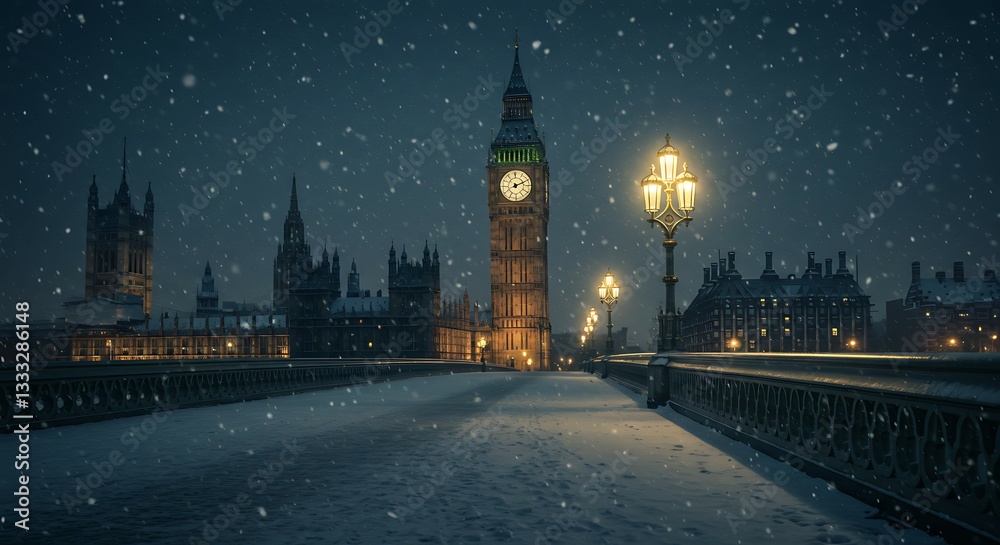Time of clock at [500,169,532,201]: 2:11
